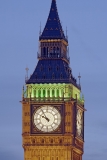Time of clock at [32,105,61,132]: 9:54
